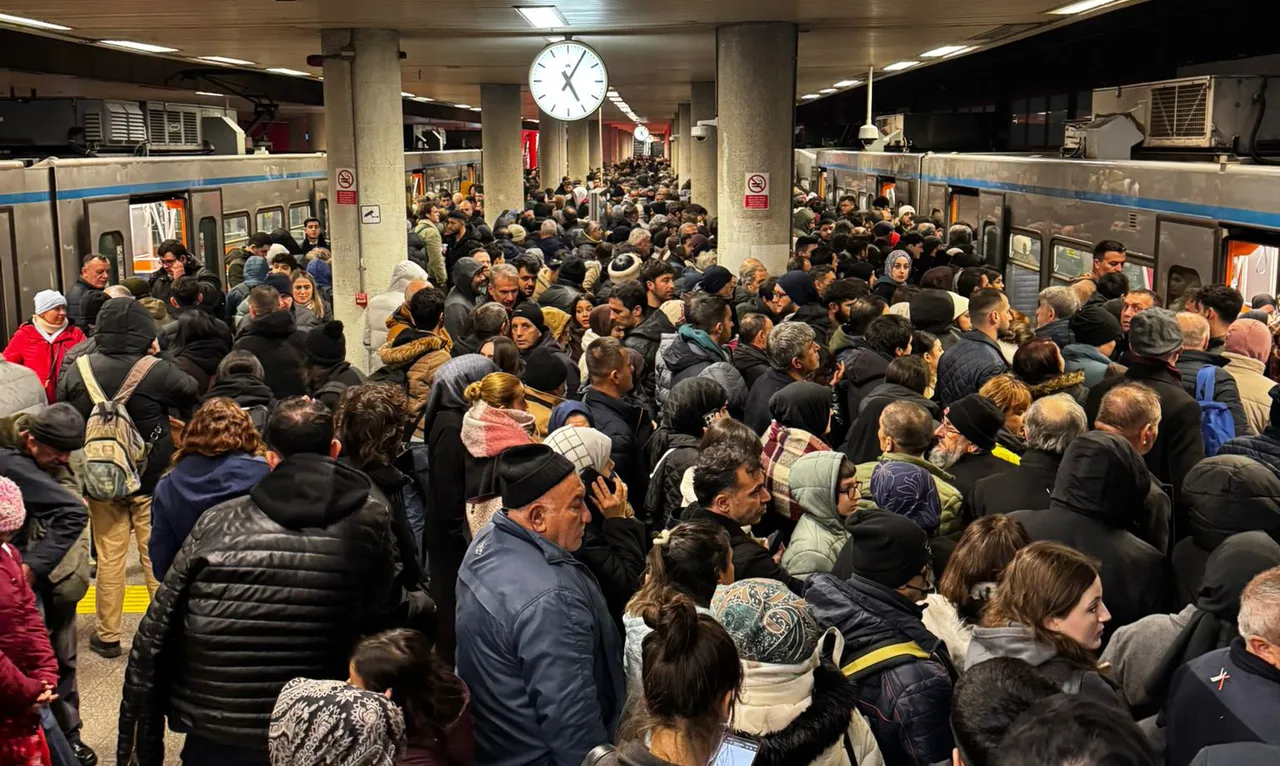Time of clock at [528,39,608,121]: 5:05
